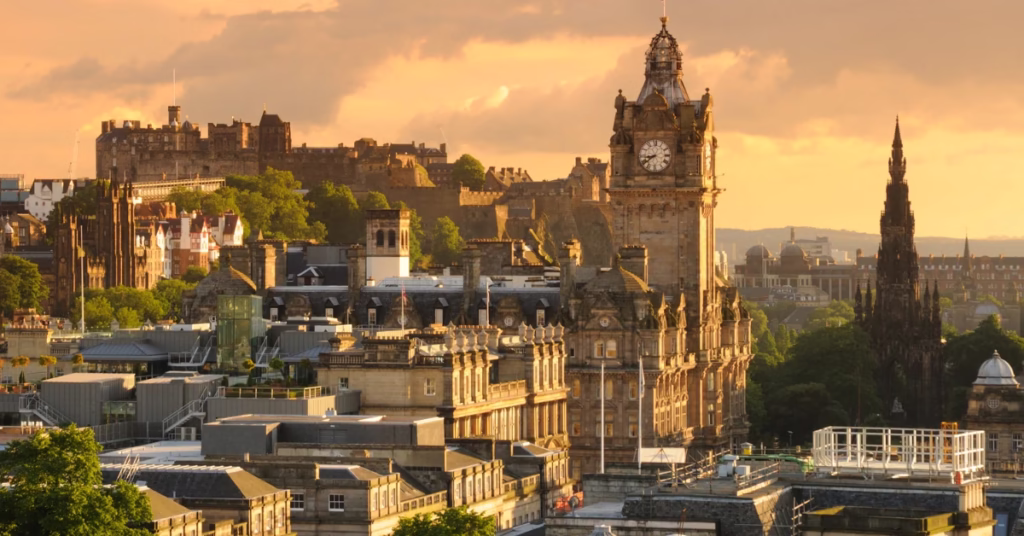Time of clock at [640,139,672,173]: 8:39
